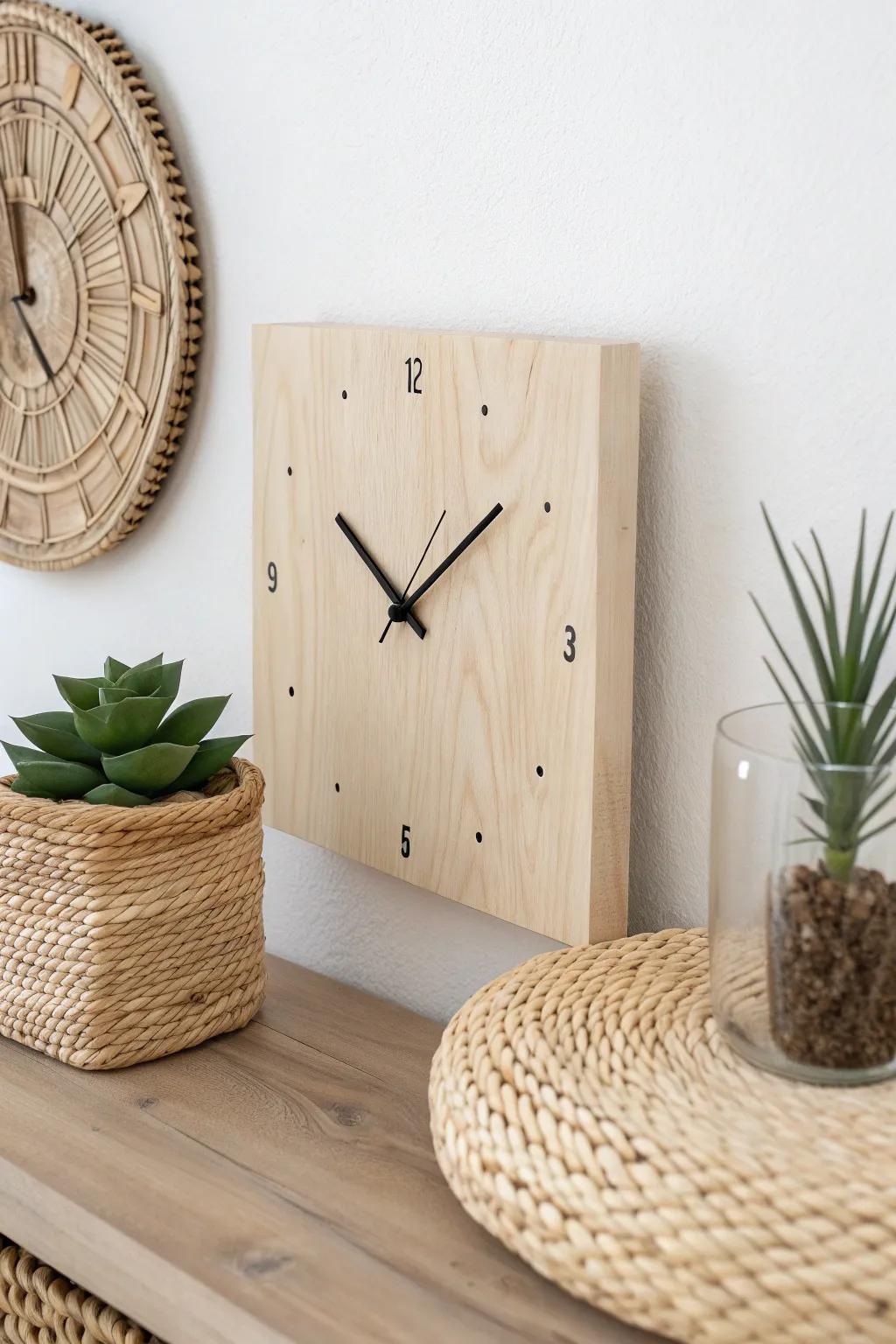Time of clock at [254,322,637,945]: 10:08
